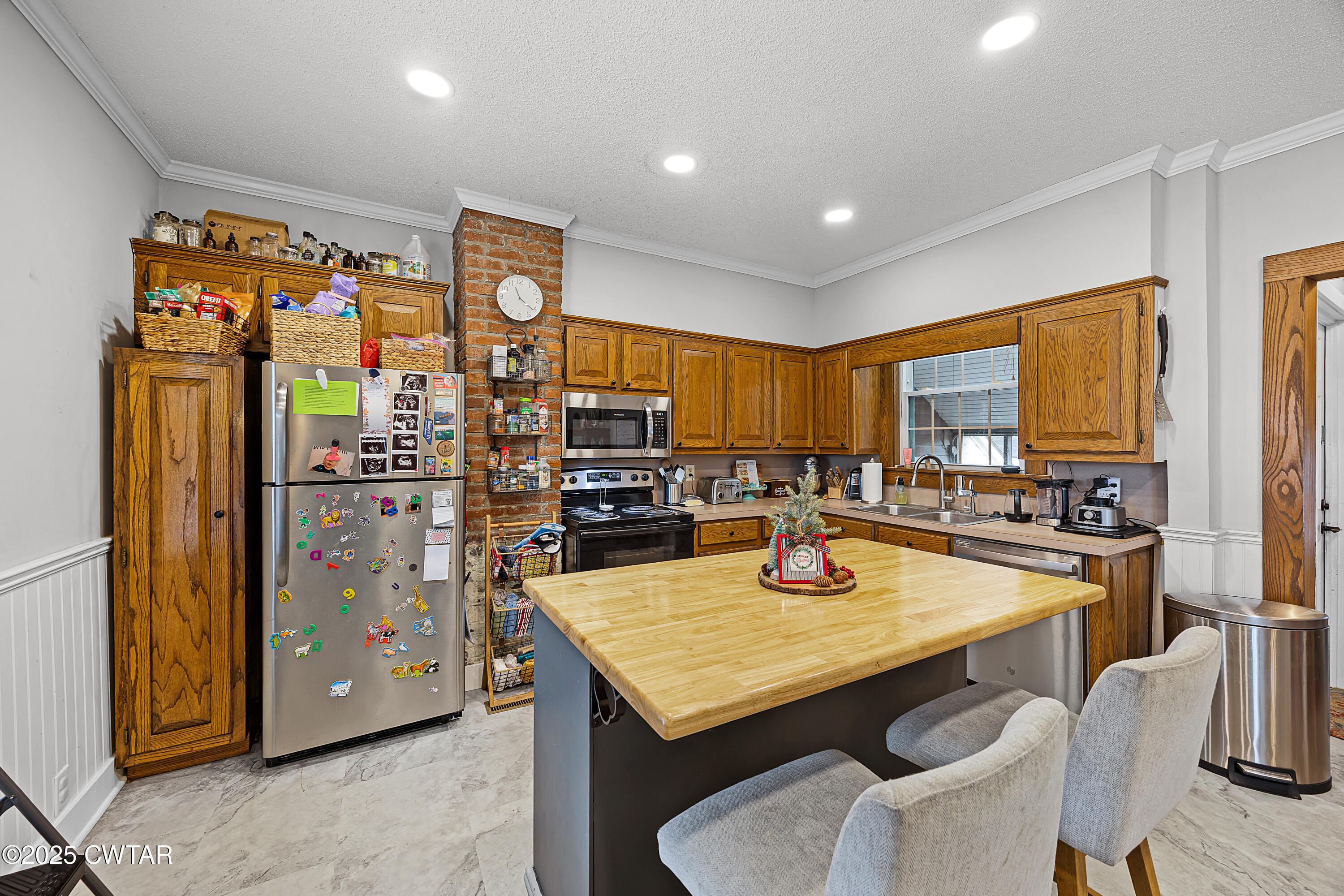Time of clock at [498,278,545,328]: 11:21
